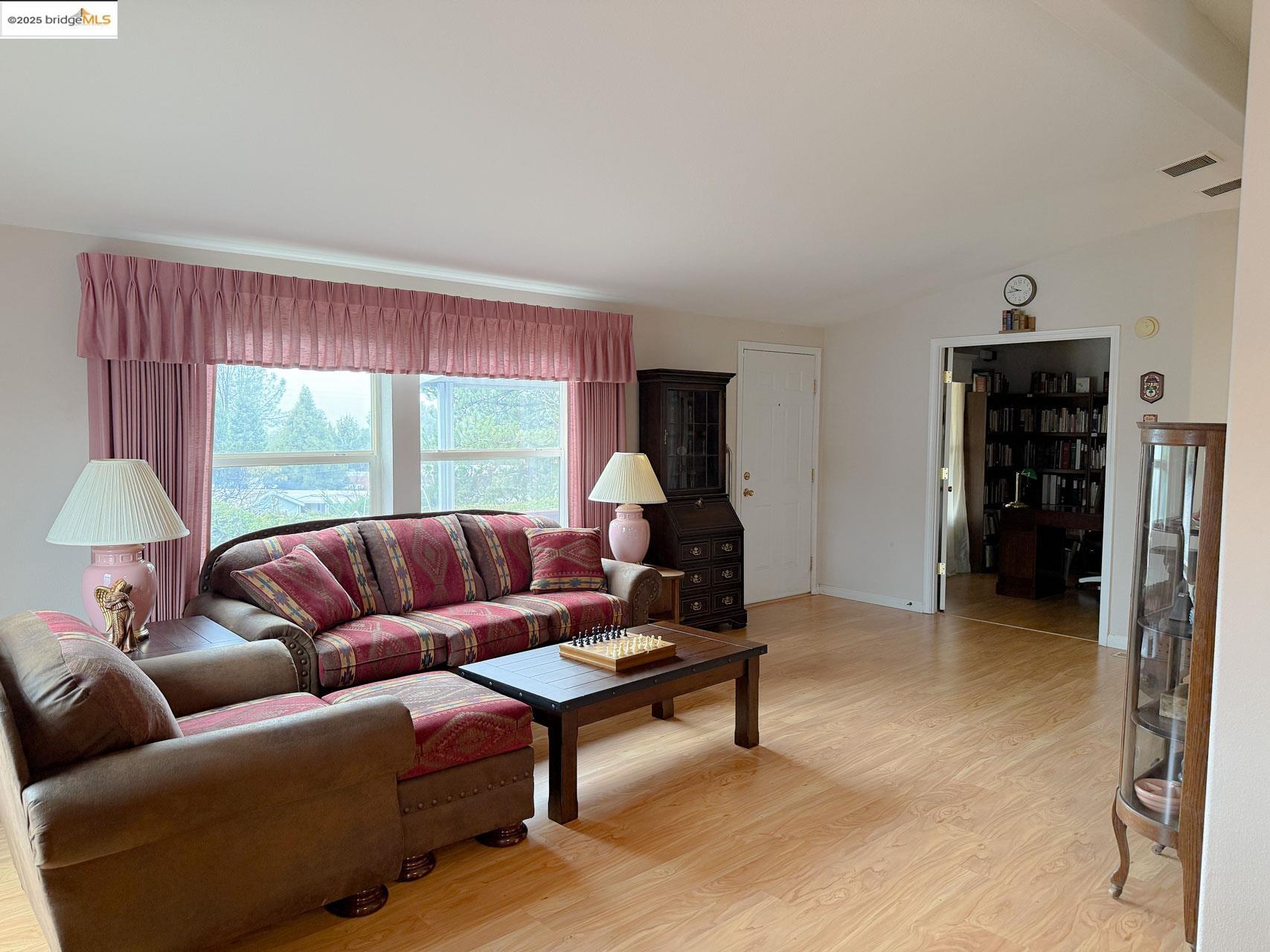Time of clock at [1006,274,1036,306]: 9:44
